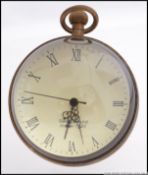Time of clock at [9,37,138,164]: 5:31
